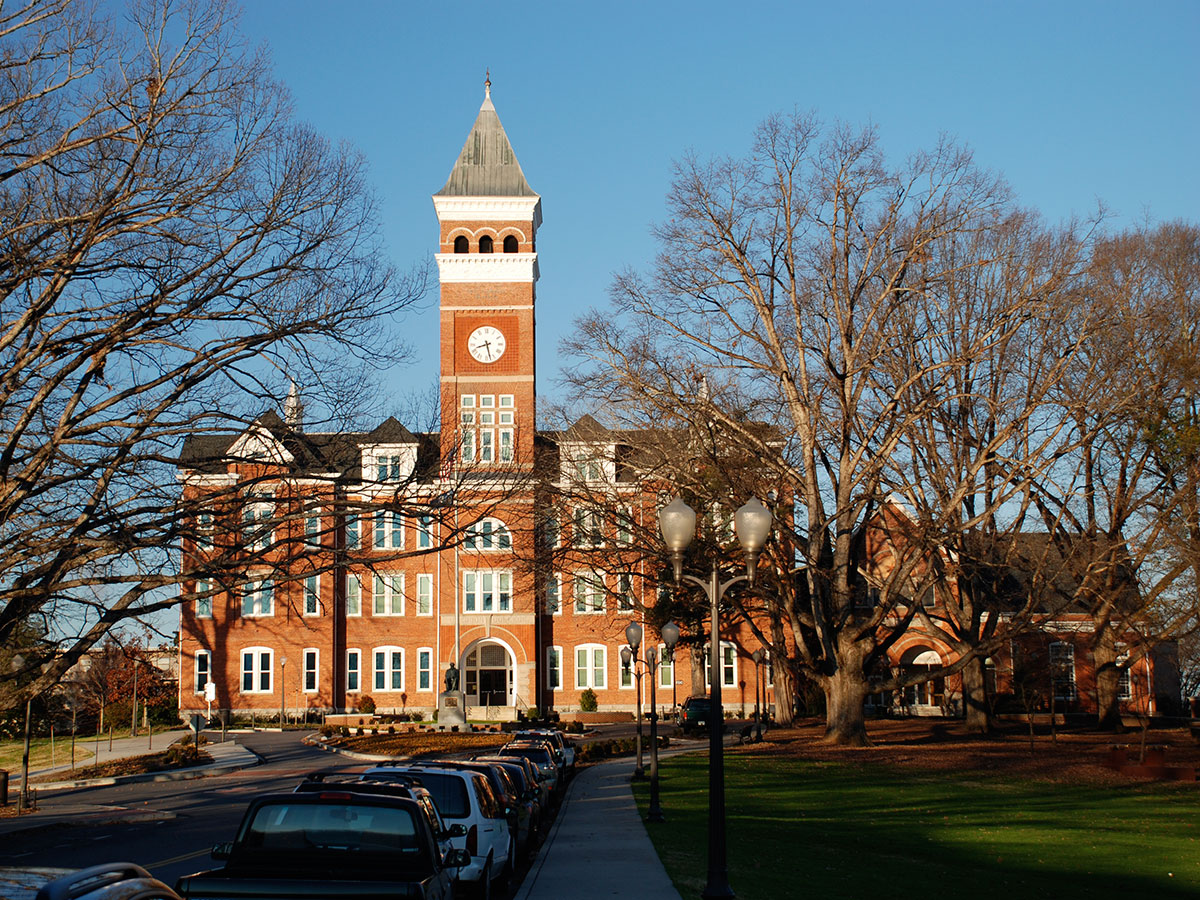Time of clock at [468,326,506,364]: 8:27
